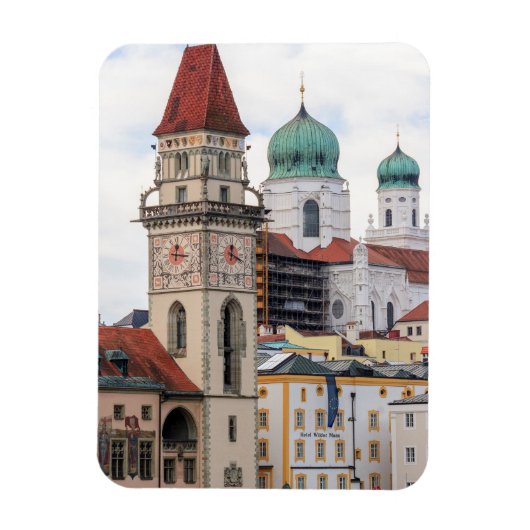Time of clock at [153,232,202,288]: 12:16
